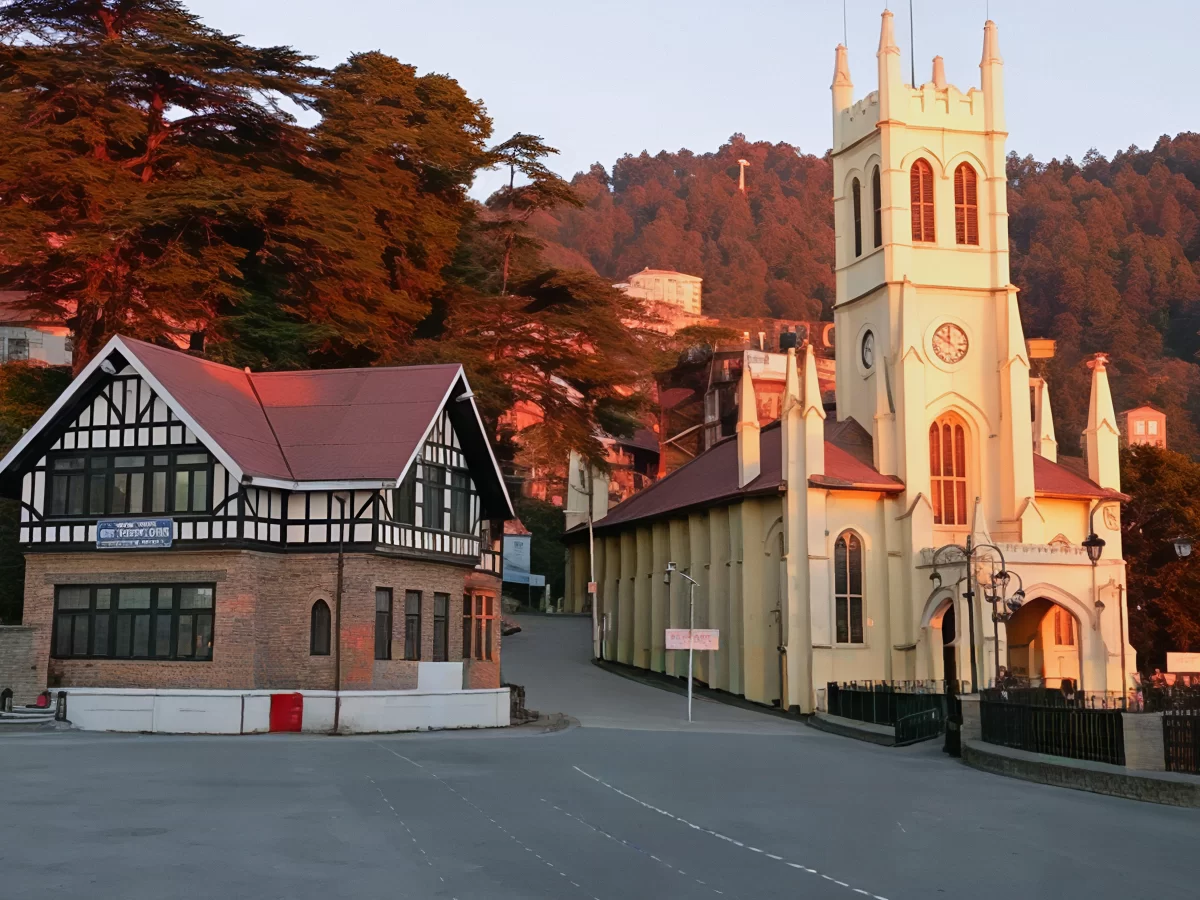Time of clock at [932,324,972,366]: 11:50
